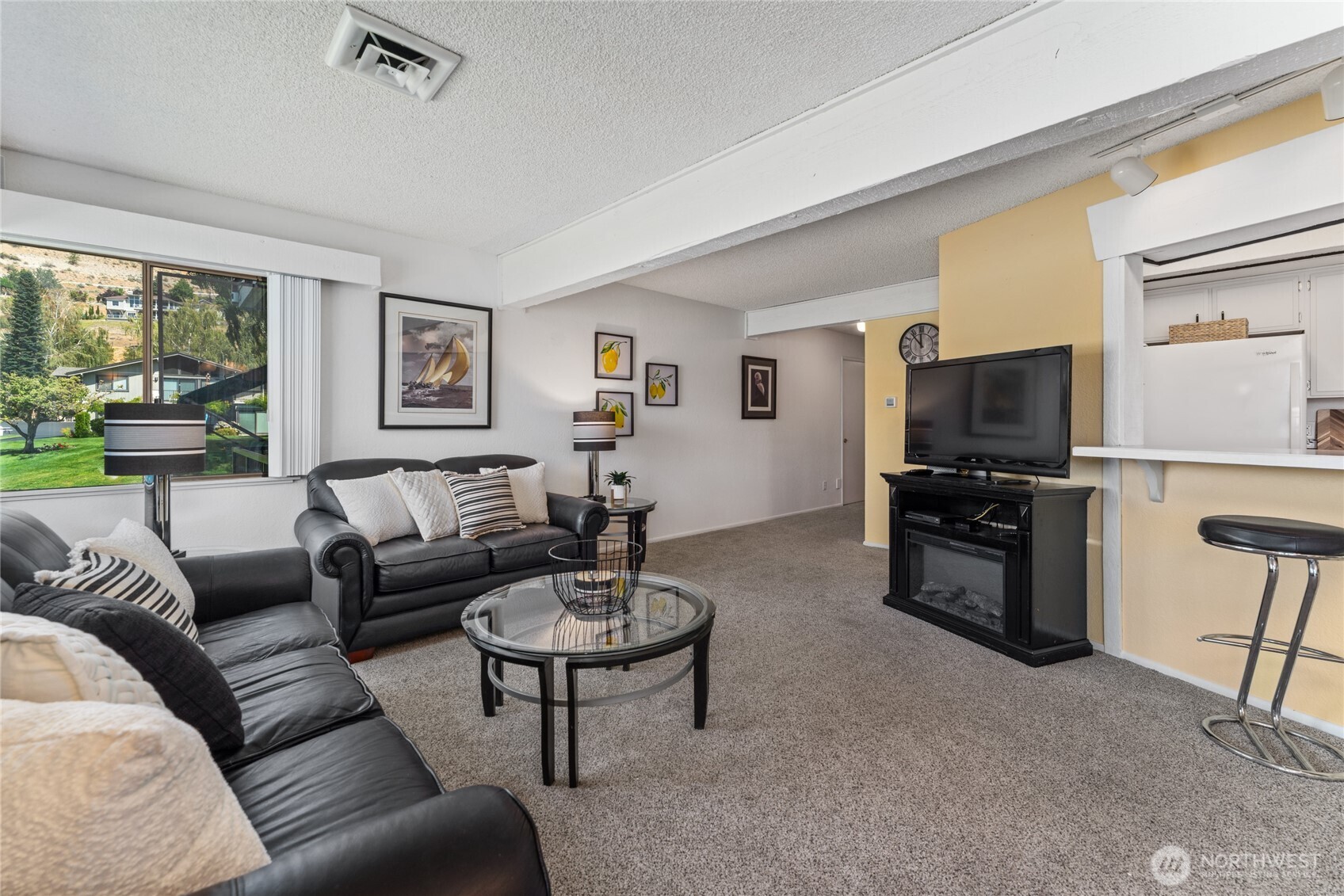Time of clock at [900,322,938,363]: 11:53
